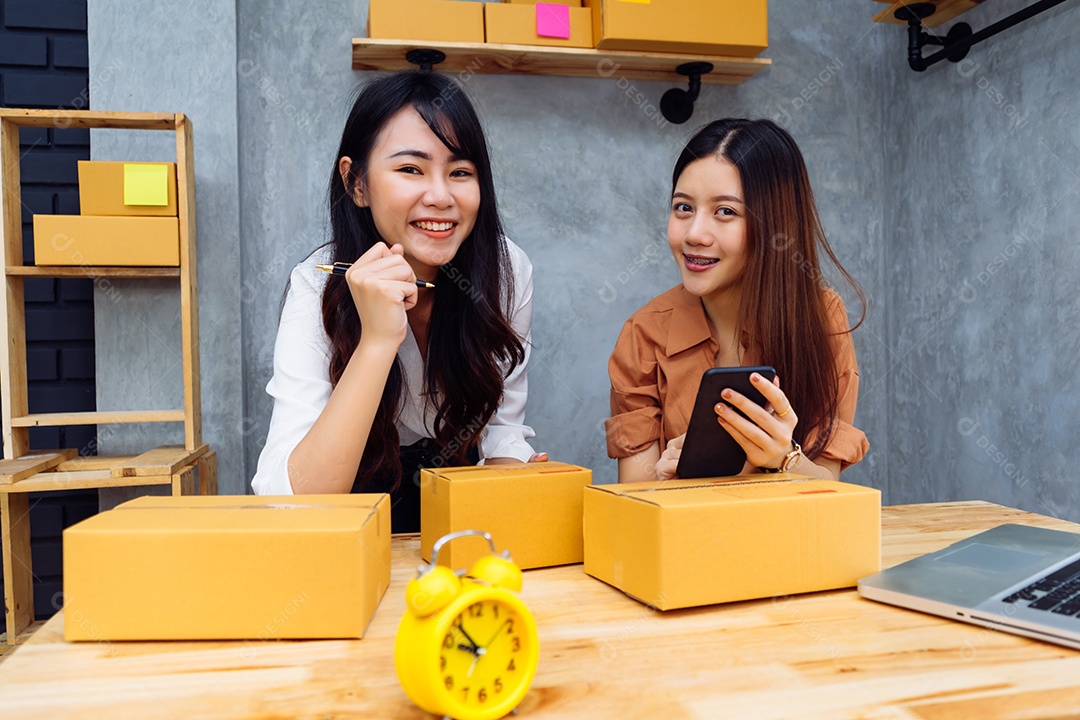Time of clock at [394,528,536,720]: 9:53
